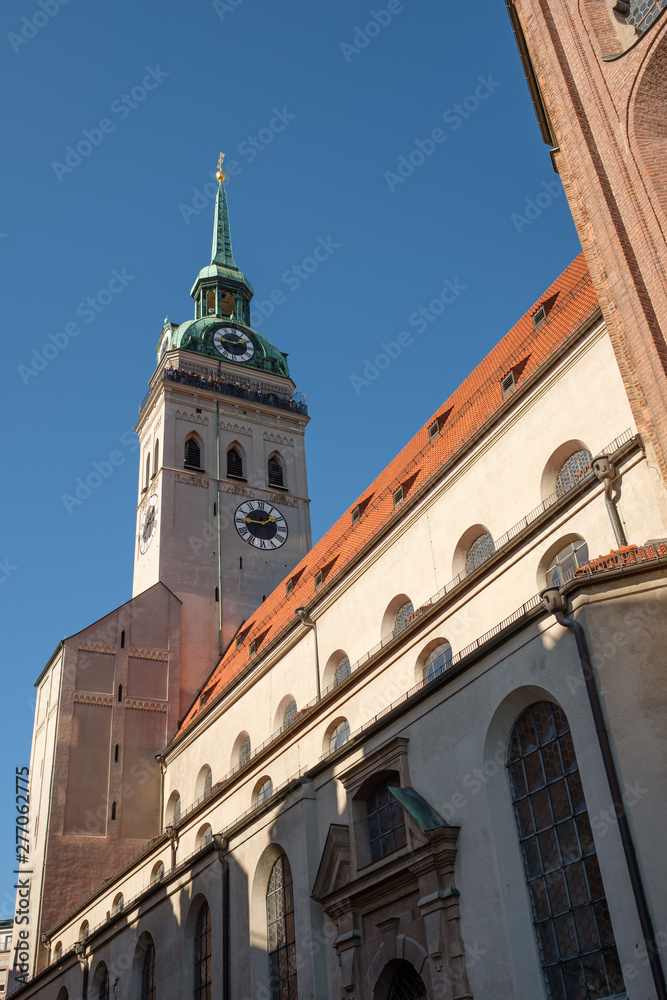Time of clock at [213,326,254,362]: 1:46
